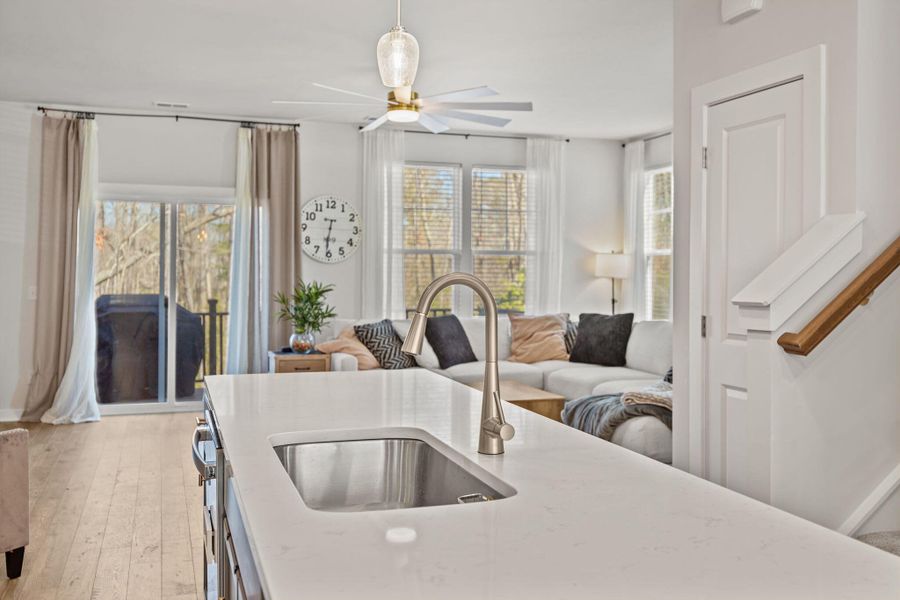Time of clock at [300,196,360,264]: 6:31
